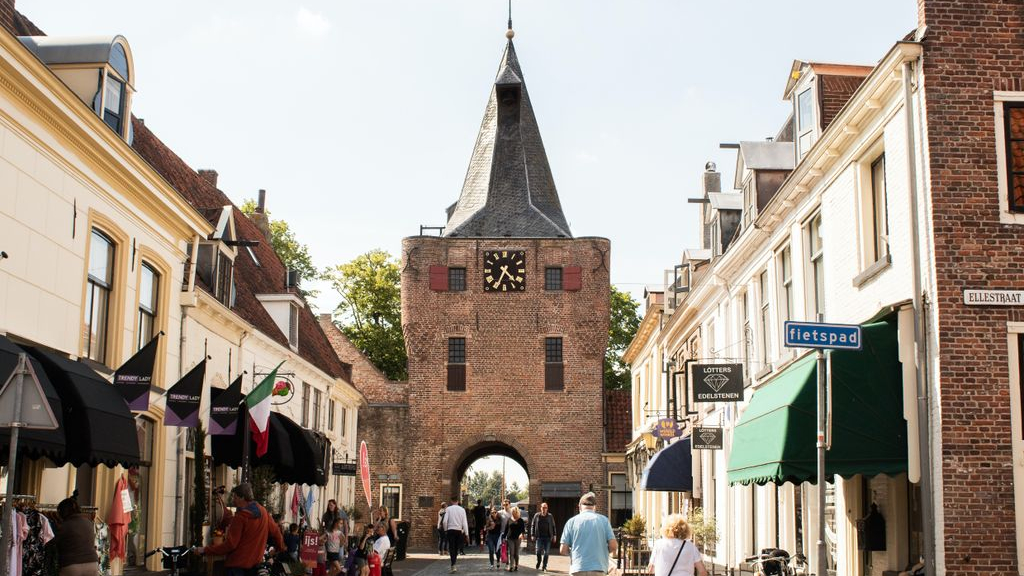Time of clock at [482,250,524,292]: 4:34
